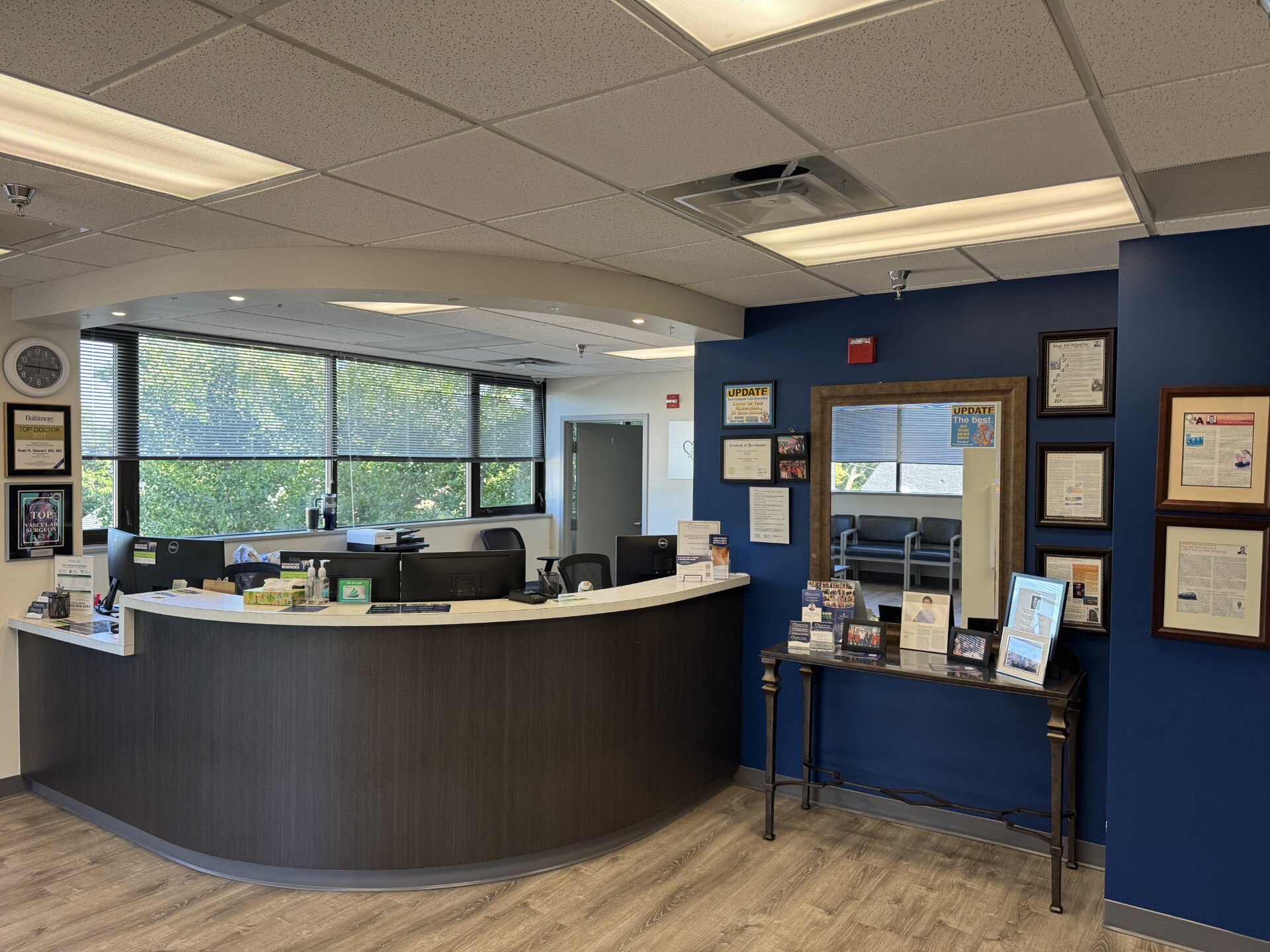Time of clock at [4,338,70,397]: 9:16
